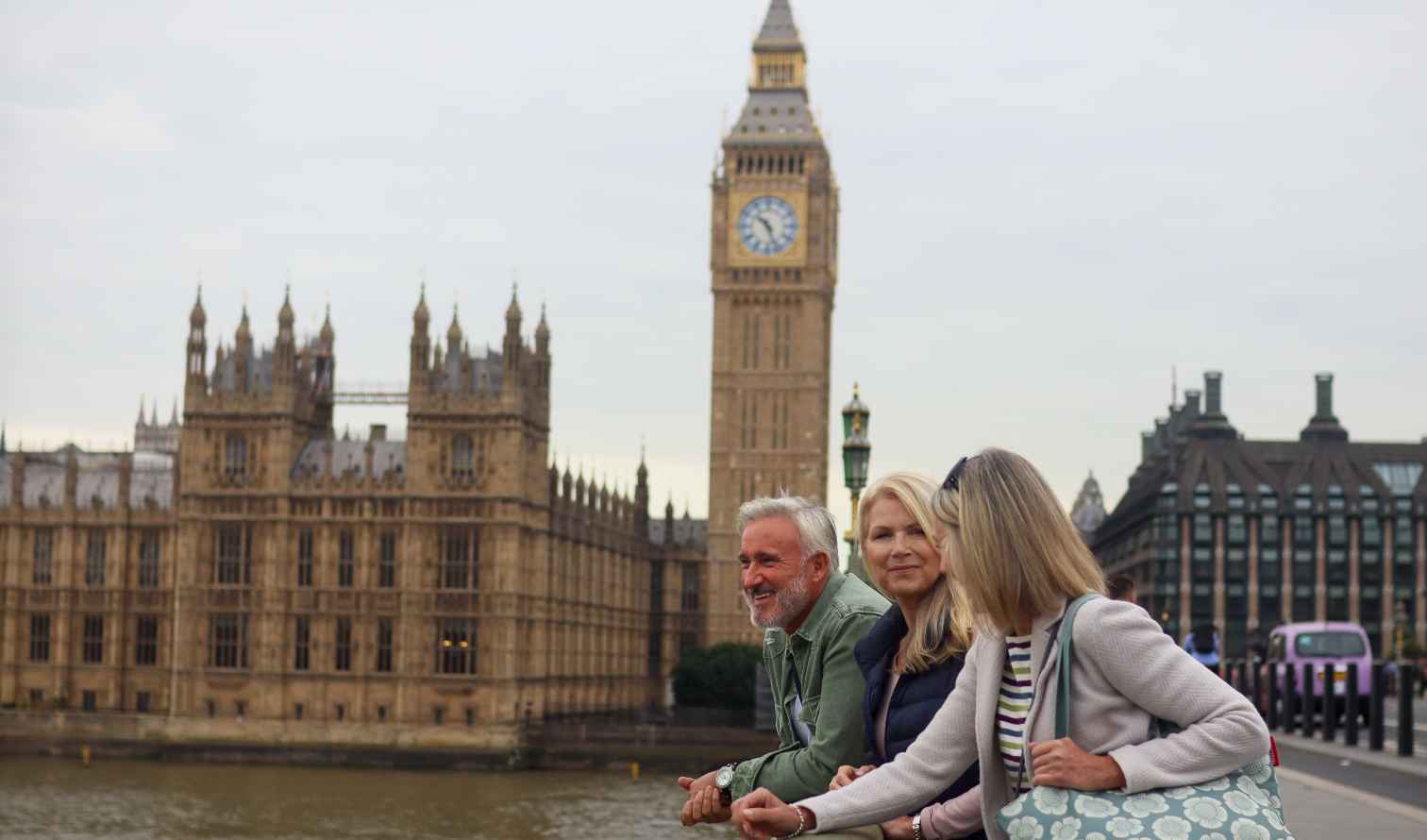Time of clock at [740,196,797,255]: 10:26
